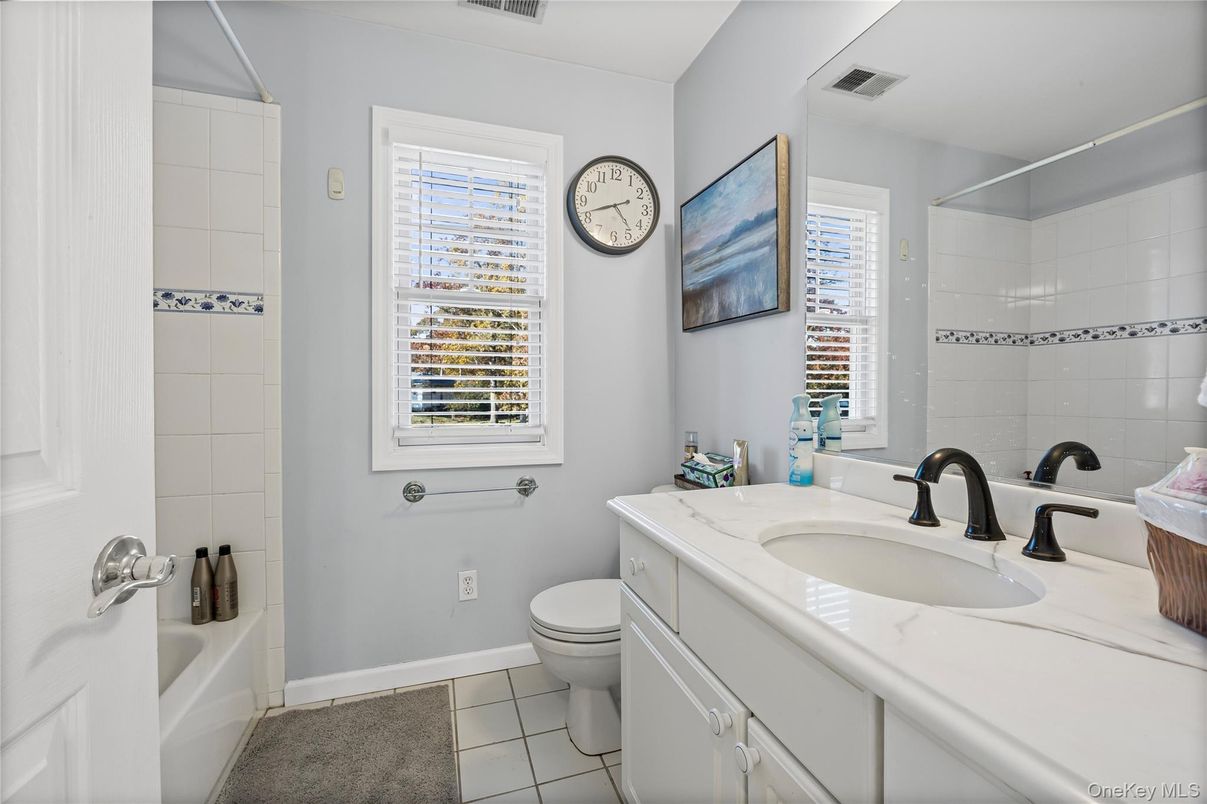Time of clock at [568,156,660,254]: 4:41
